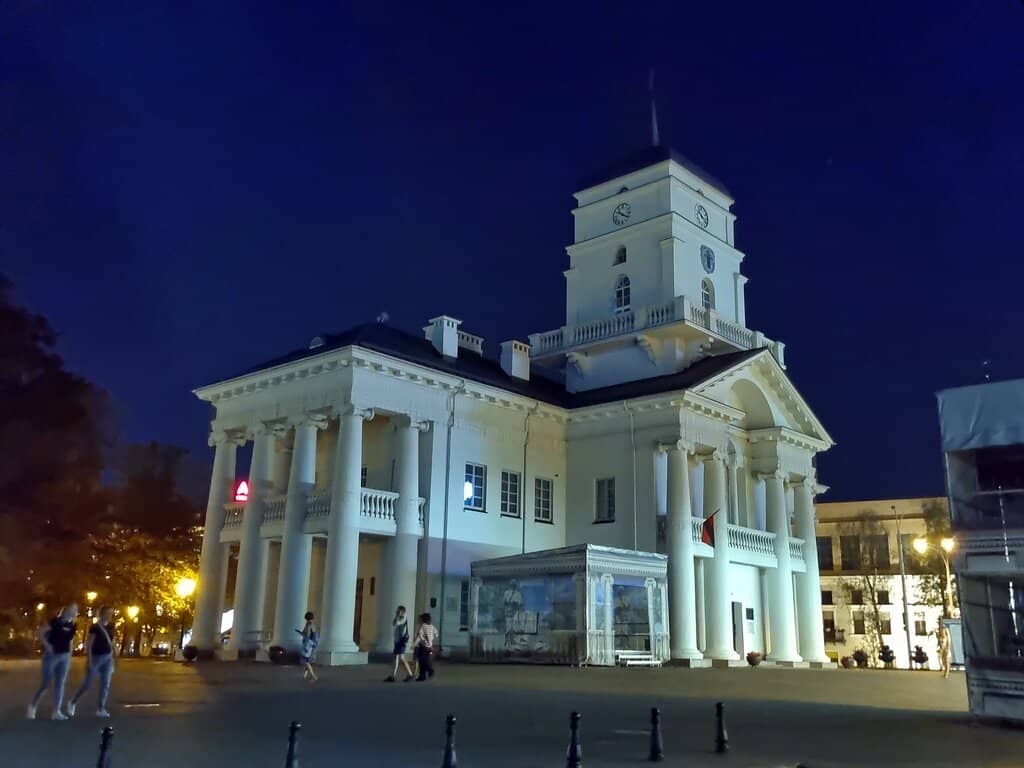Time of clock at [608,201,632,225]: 10:20
